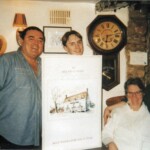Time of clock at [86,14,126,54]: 6:12
